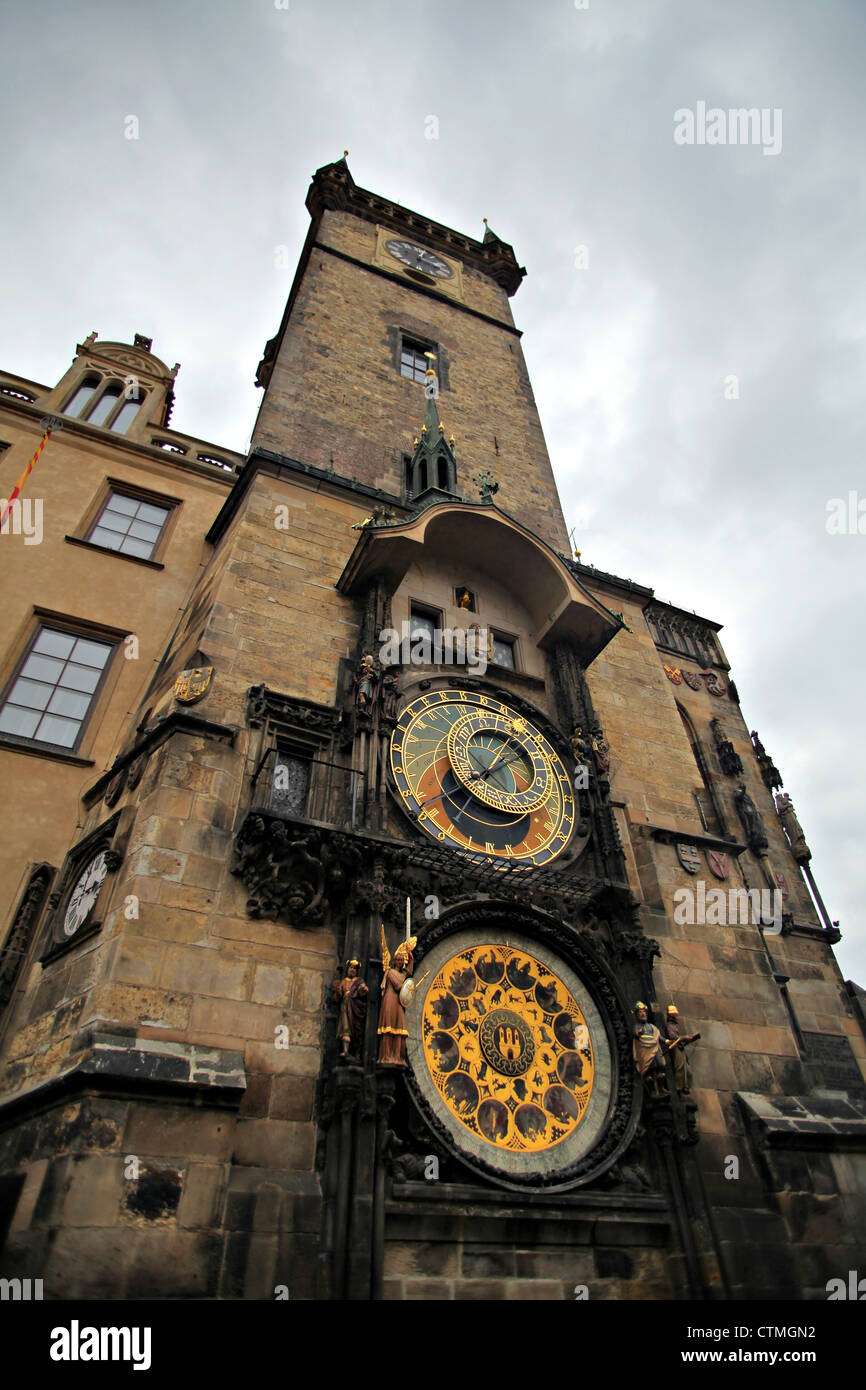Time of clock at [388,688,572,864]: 1:38
